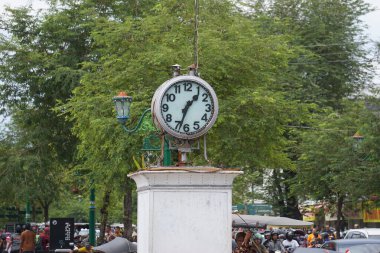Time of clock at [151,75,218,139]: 1:33
